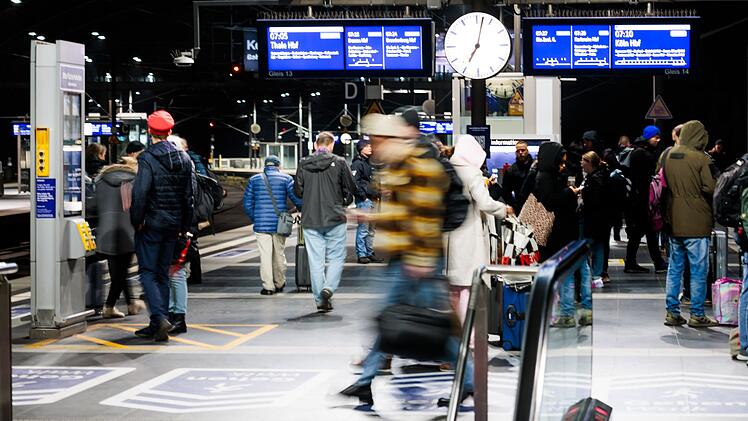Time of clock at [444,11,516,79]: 7:02
